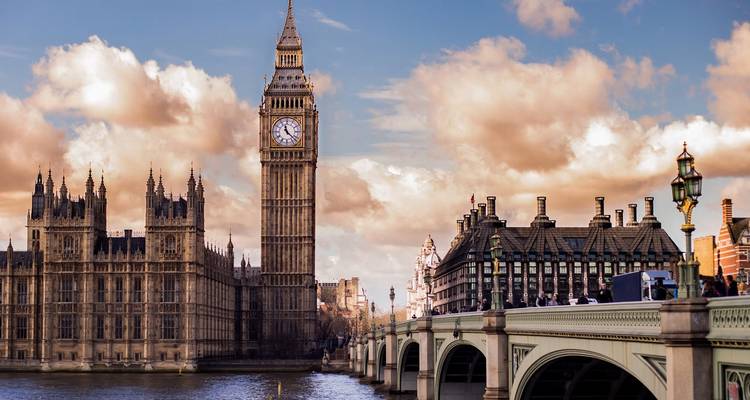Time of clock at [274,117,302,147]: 11:22
